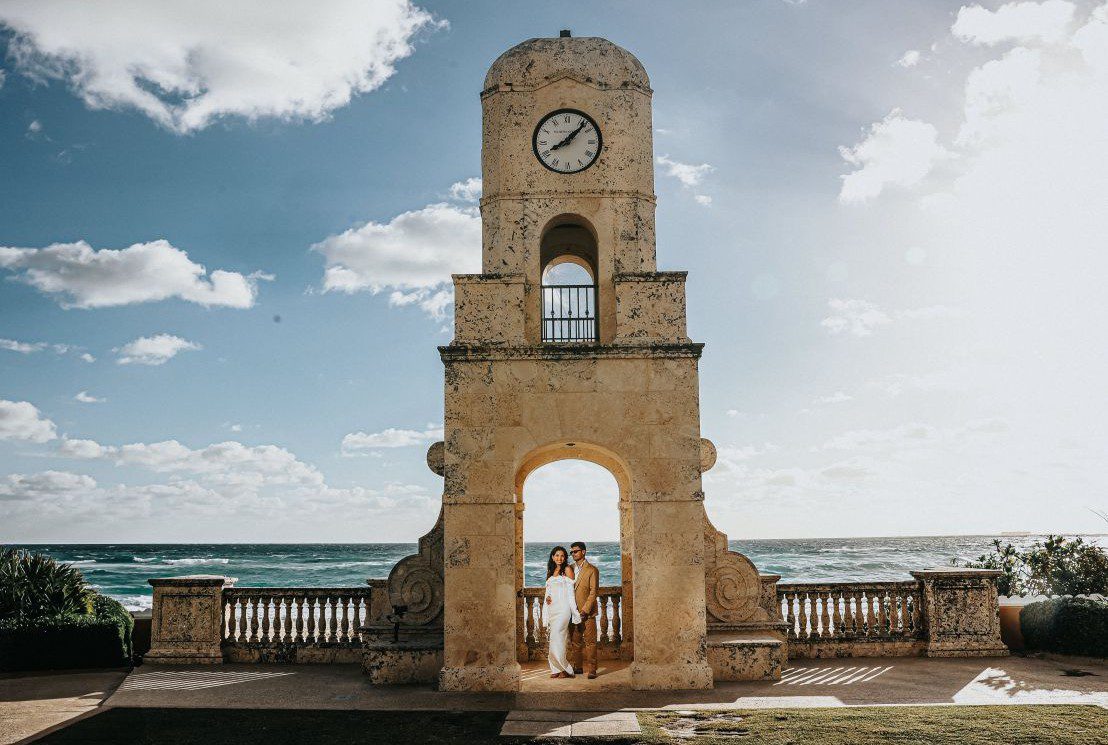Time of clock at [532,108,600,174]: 8:07
